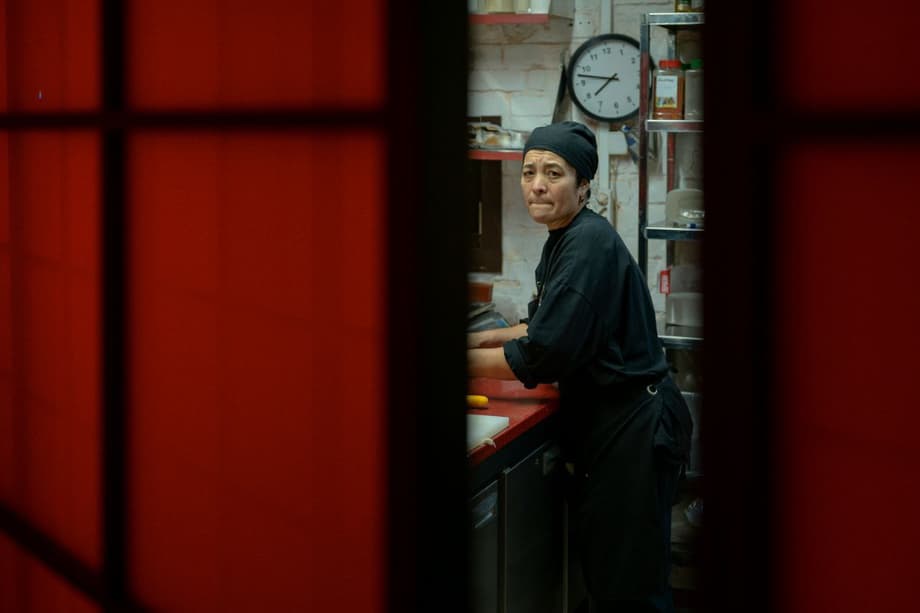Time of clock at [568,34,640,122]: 7:47
